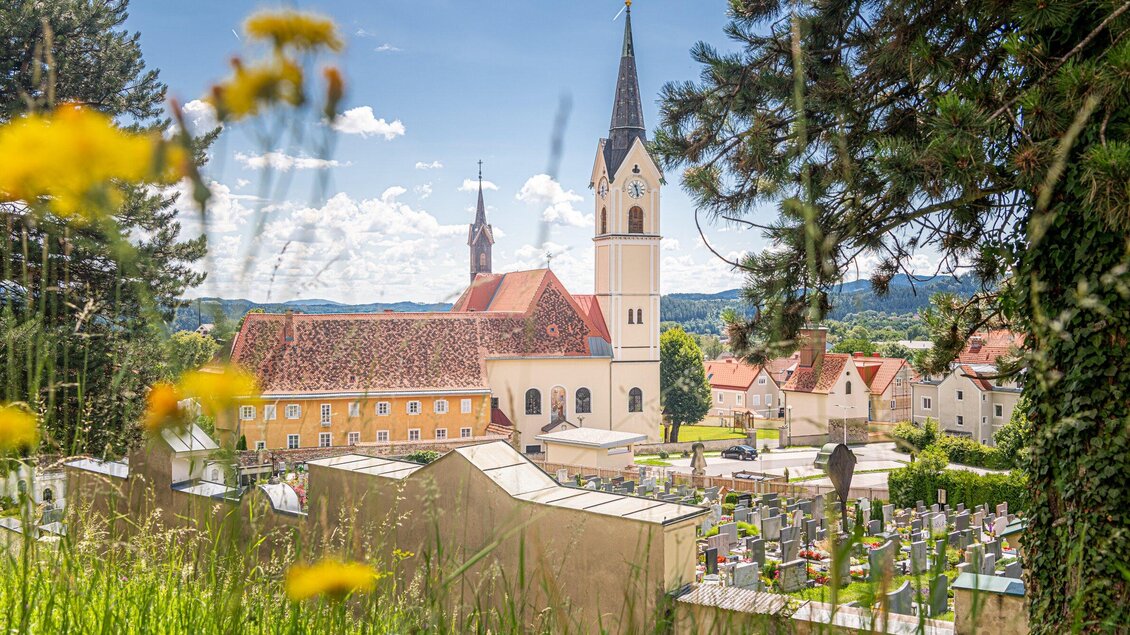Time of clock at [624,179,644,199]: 11:28
